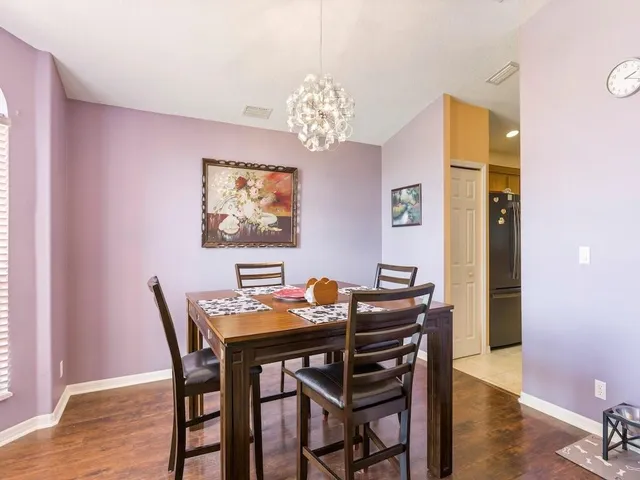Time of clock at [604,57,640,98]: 2:18
